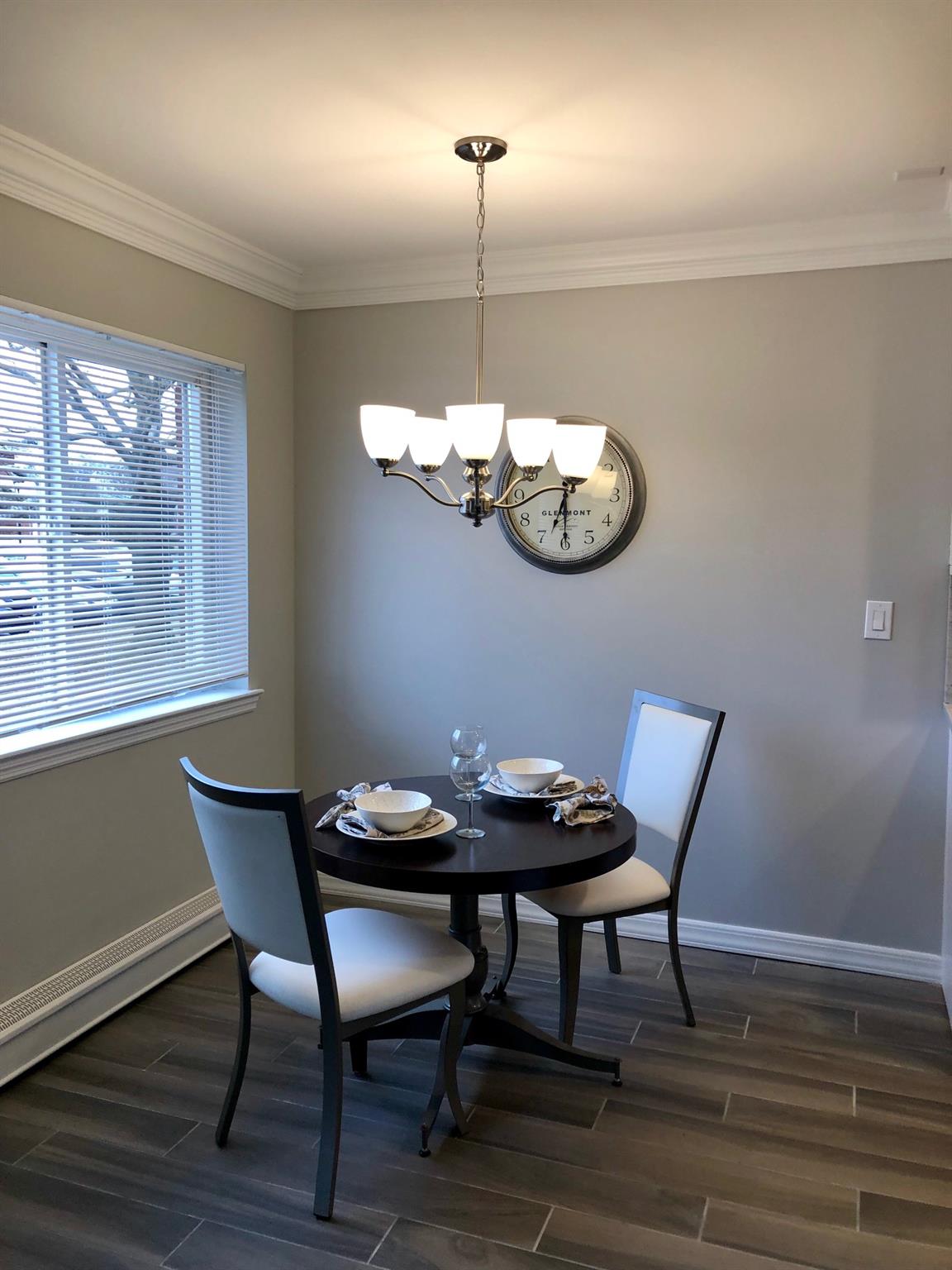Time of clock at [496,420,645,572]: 6:29
